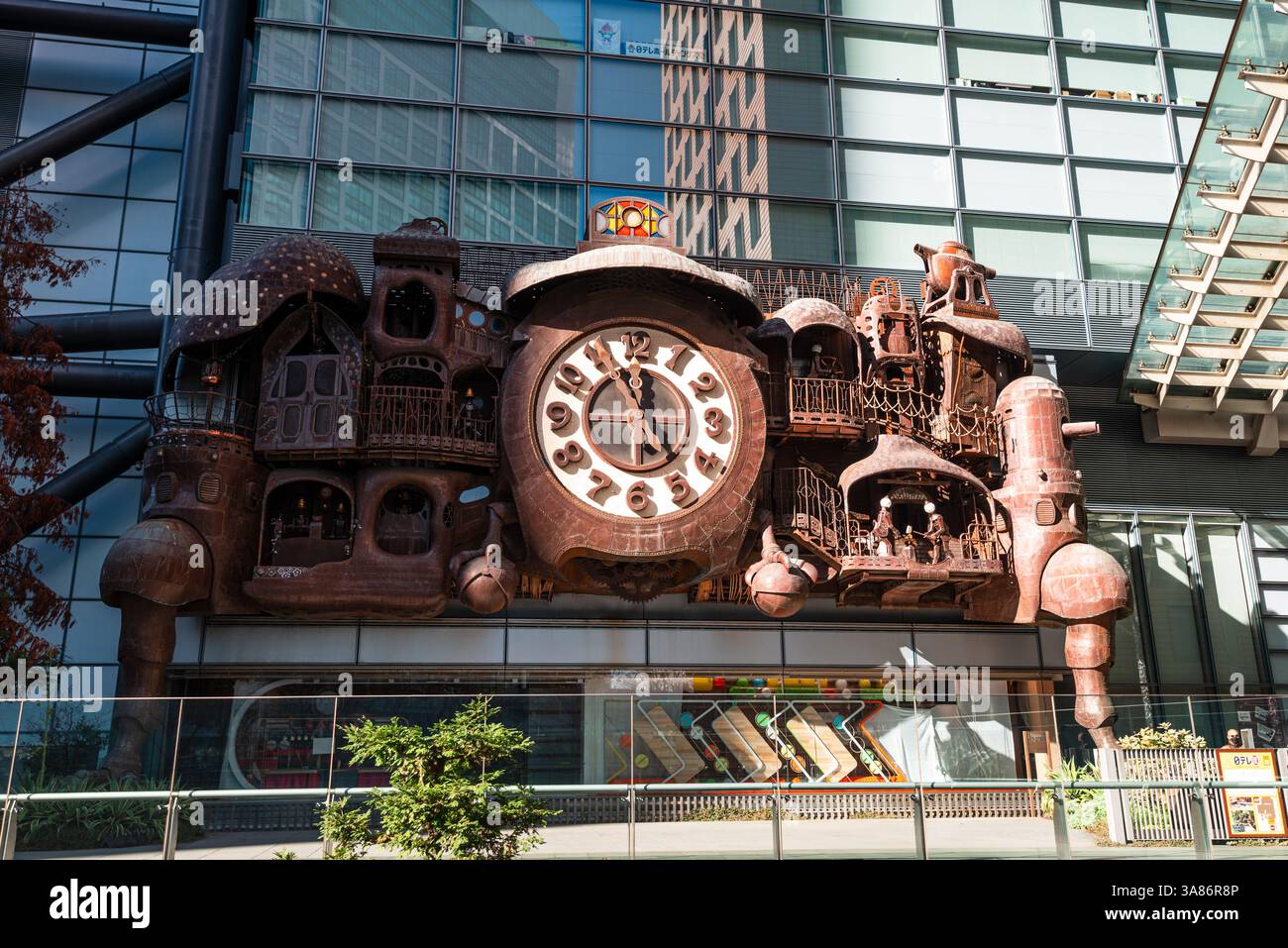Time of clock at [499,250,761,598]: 11:55
